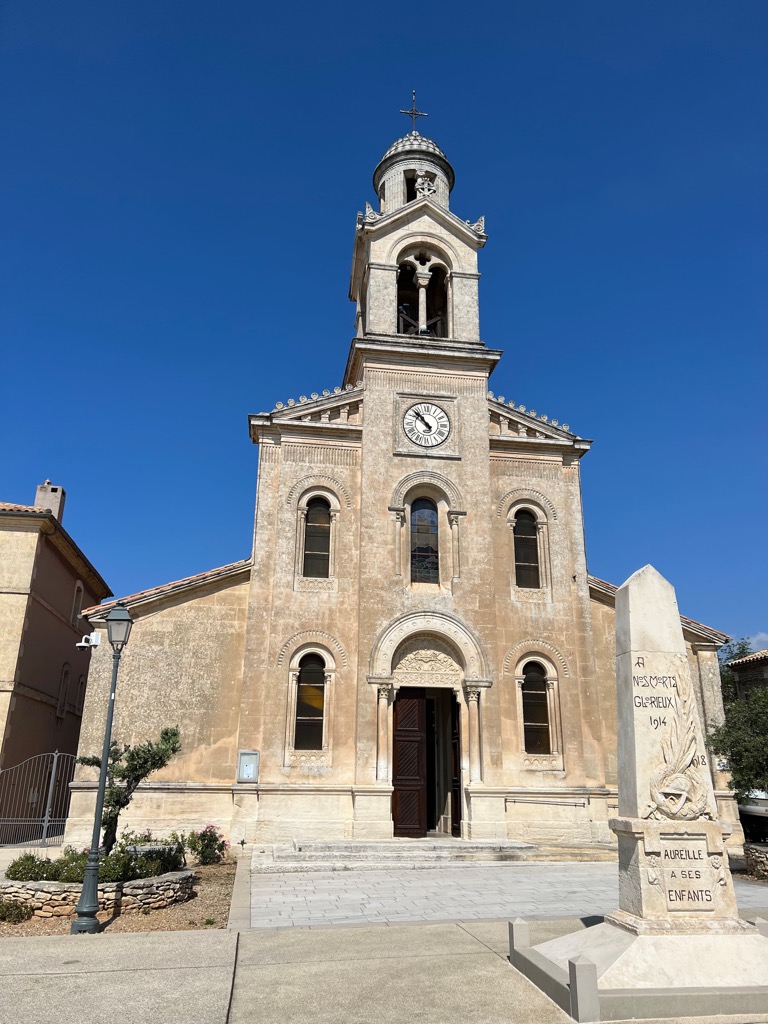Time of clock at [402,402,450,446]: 10:52
